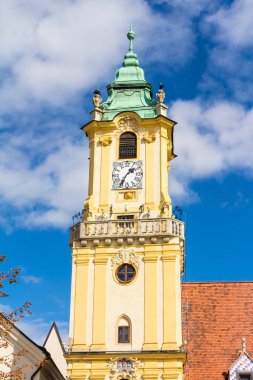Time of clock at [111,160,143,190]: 1:35
